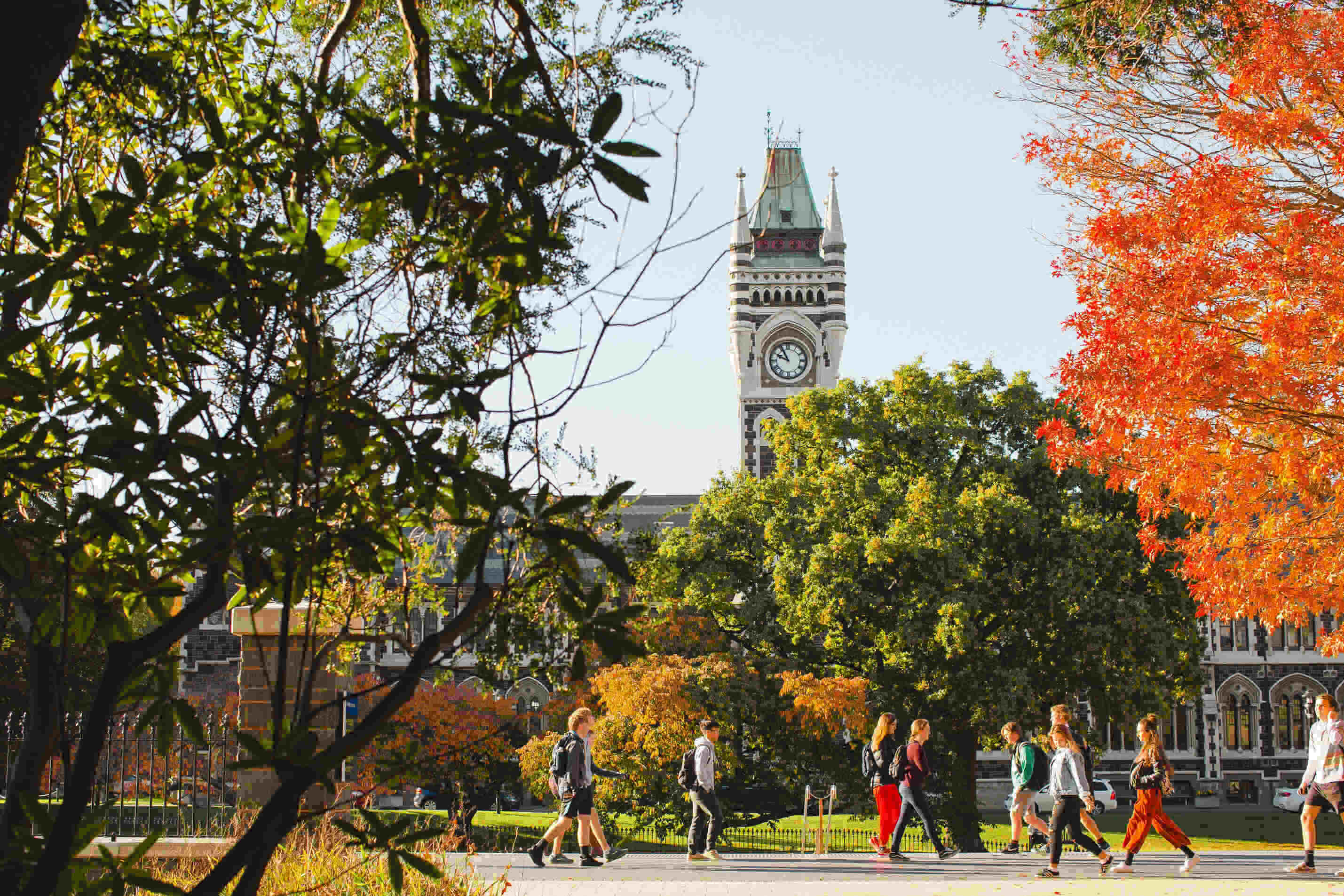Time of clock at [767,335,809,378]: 9:55
